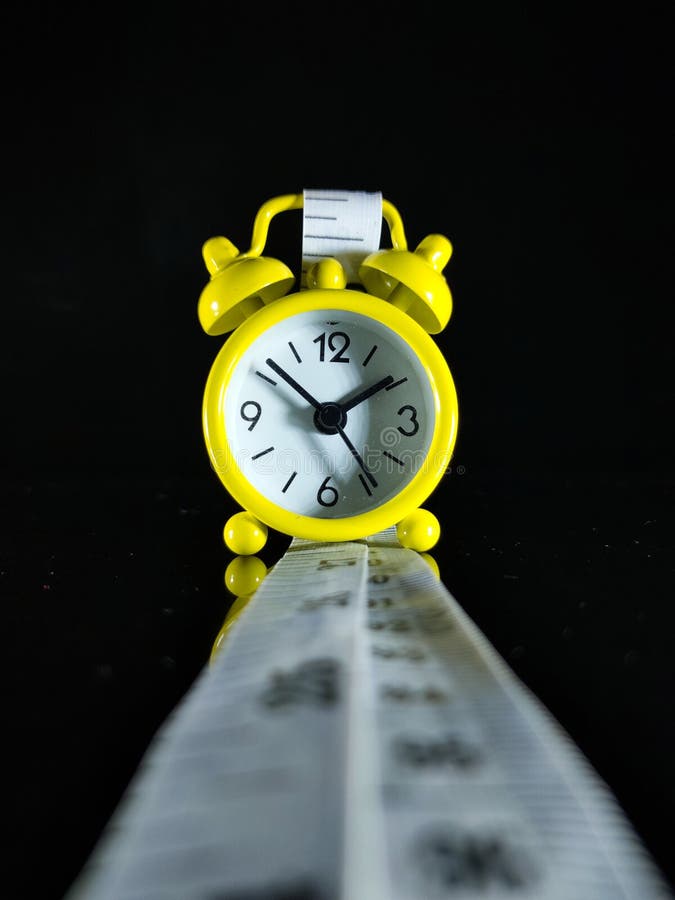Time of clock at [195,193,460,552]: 1:51
